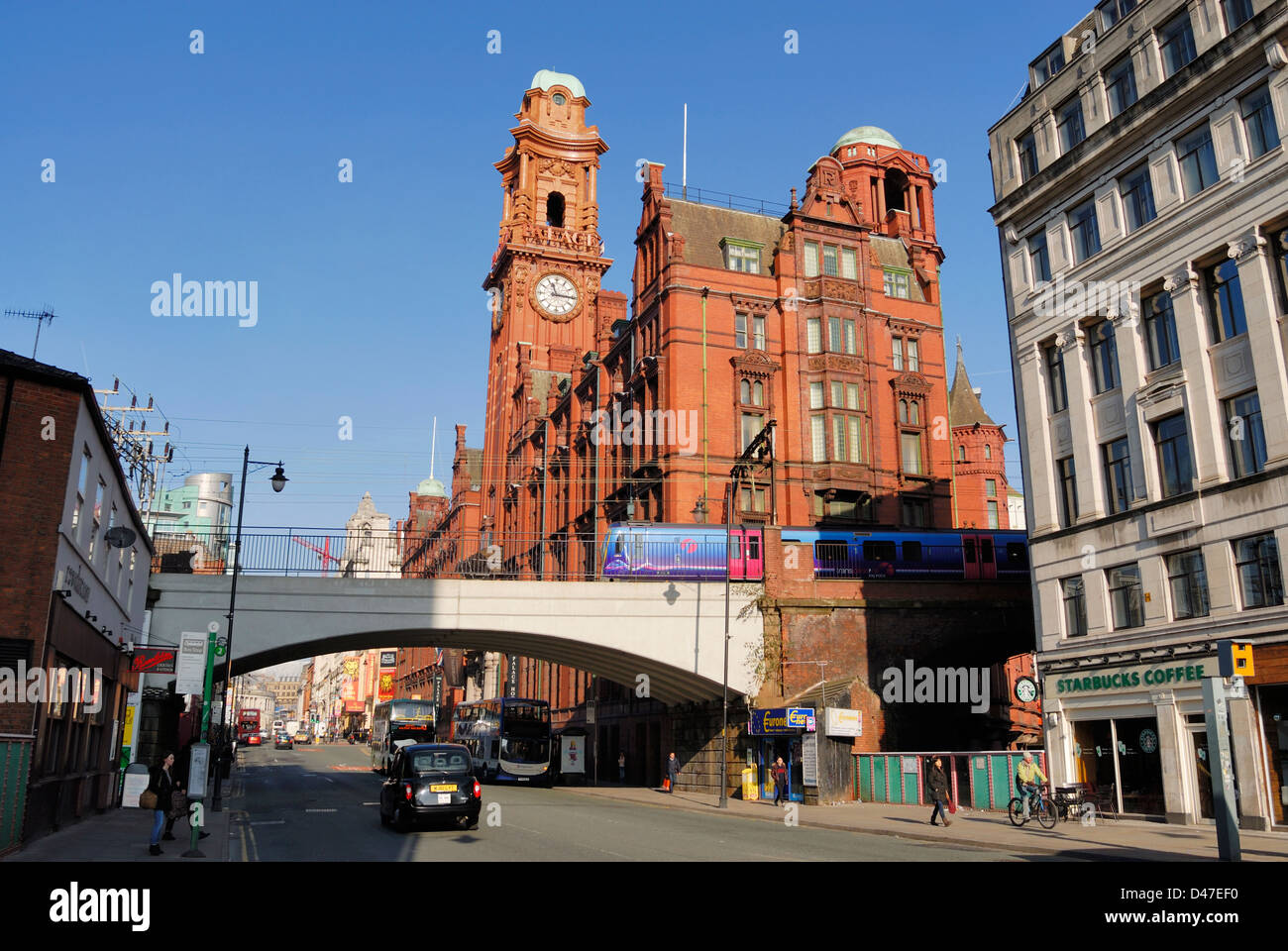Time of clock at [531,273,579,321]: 11:15
